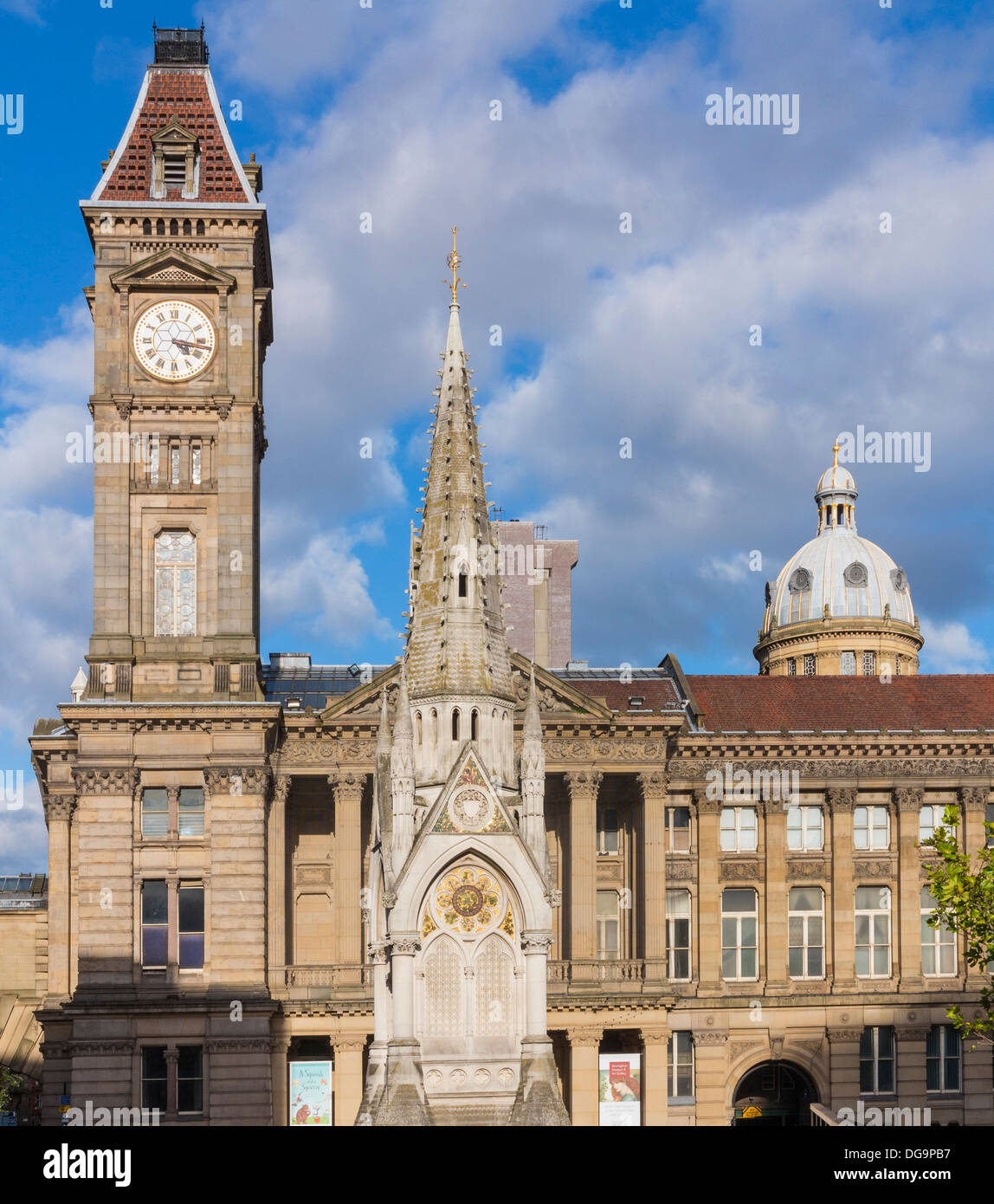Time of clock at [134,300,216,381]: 4:17
